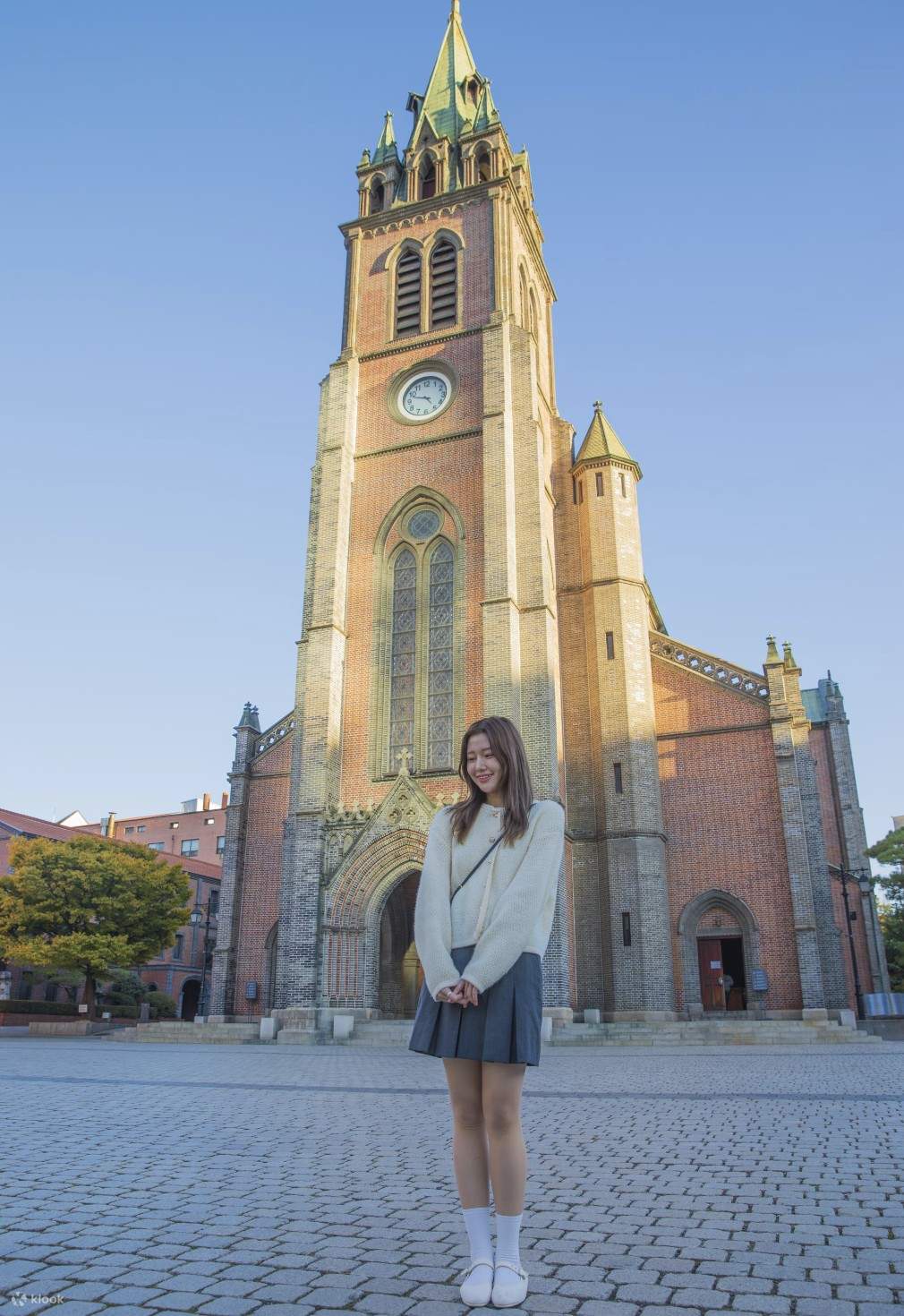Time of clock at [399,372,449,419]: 4:48
